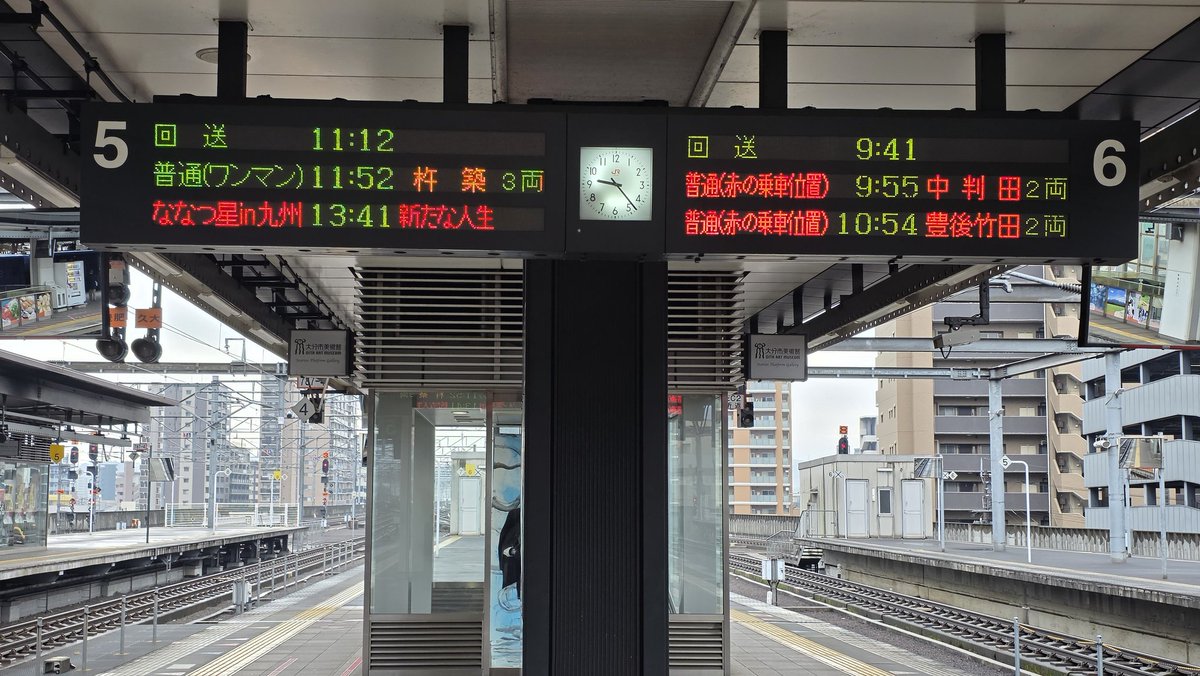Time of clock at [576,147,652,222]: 9:23
